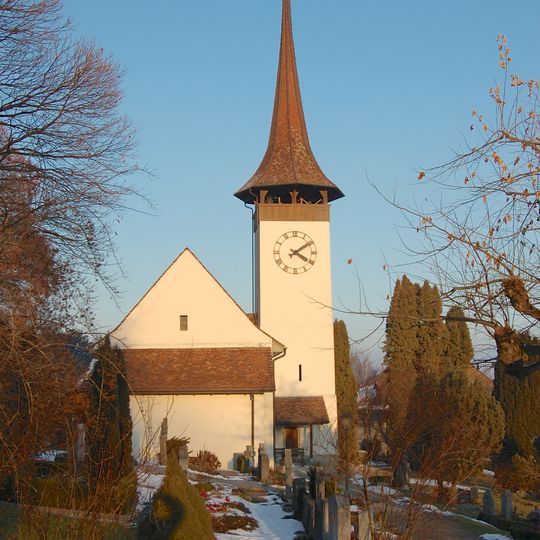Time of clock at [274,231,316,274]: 4:09
